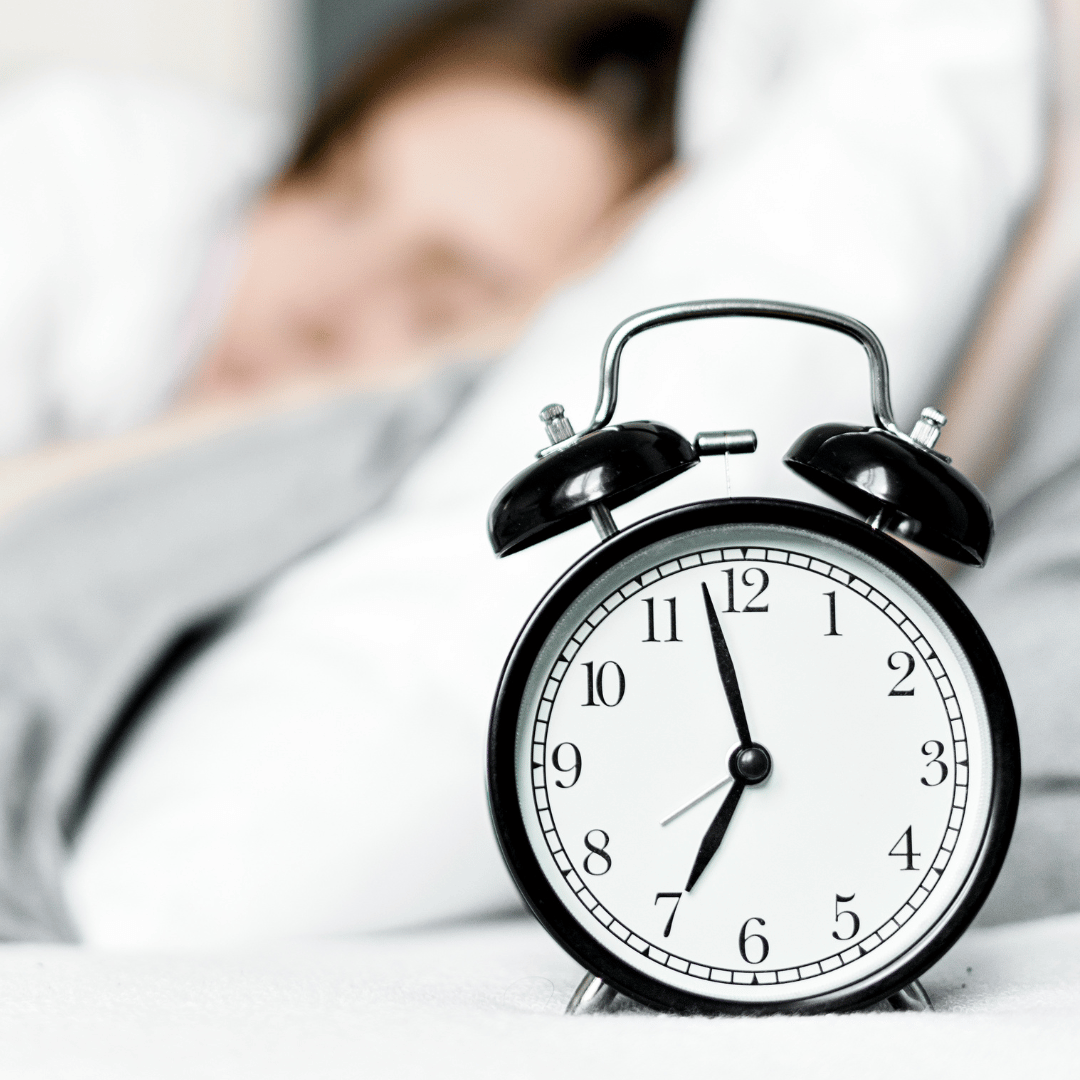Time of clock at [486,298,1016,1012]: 6:58
